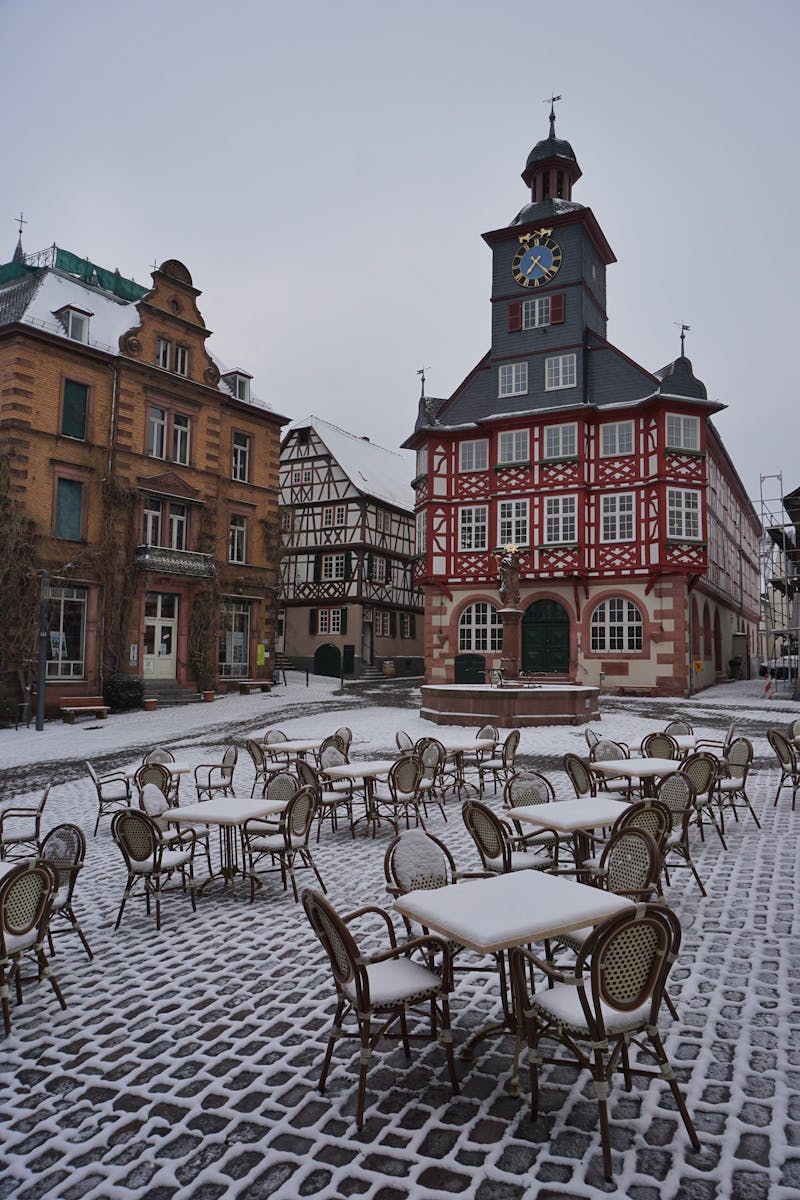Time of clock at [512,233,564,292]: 7:22
